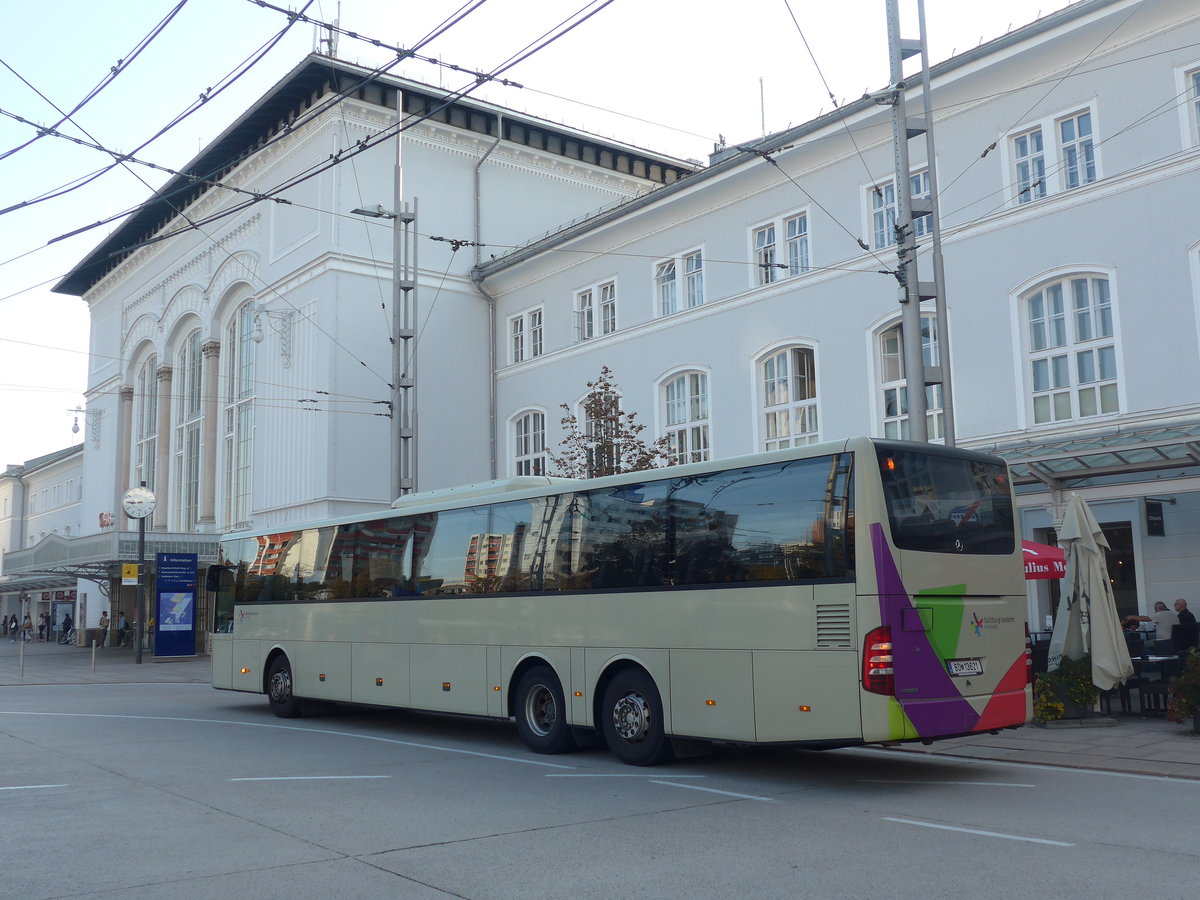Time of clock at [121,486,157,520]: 8:44
